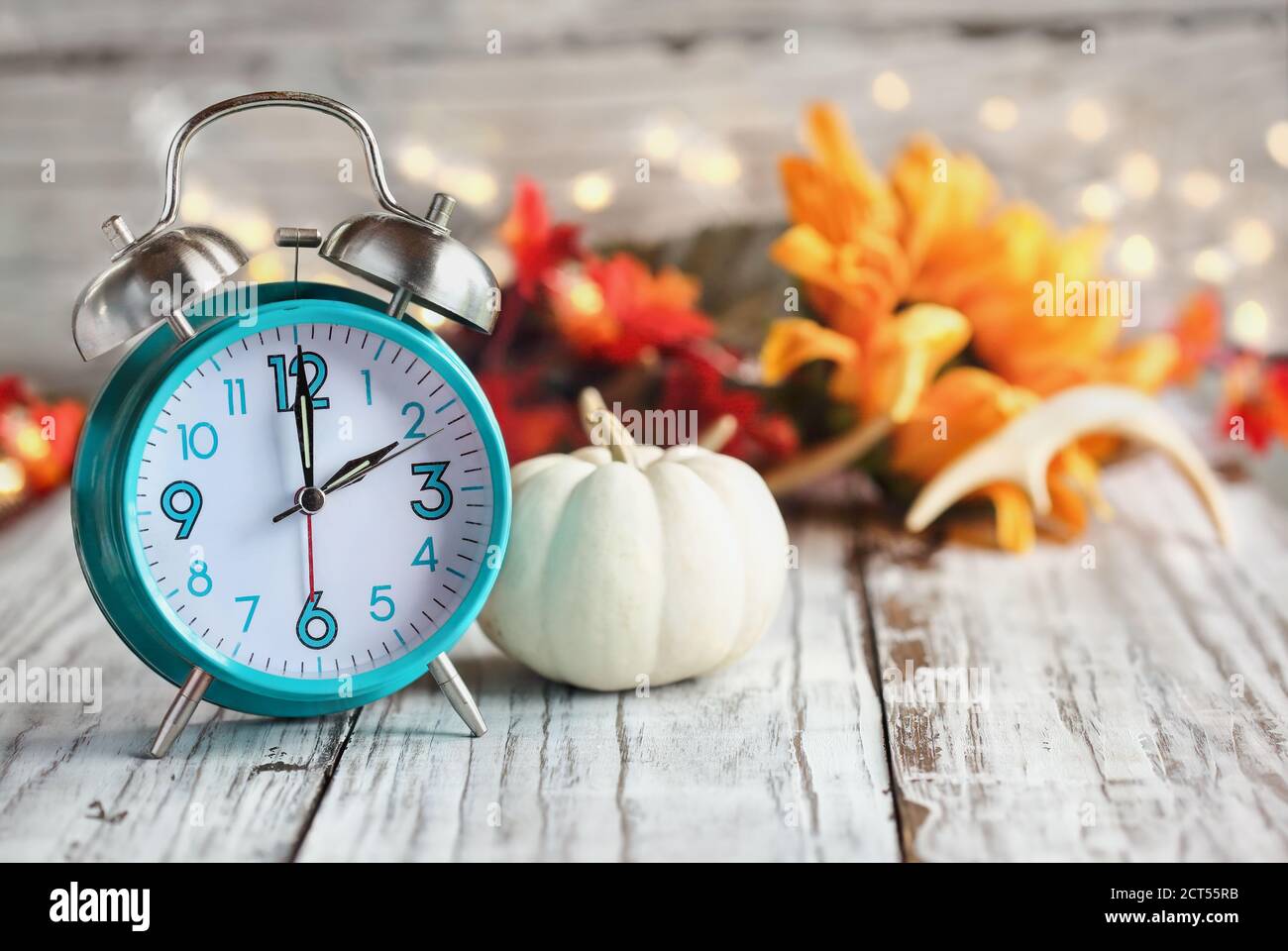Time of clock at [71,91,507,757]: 2:00
